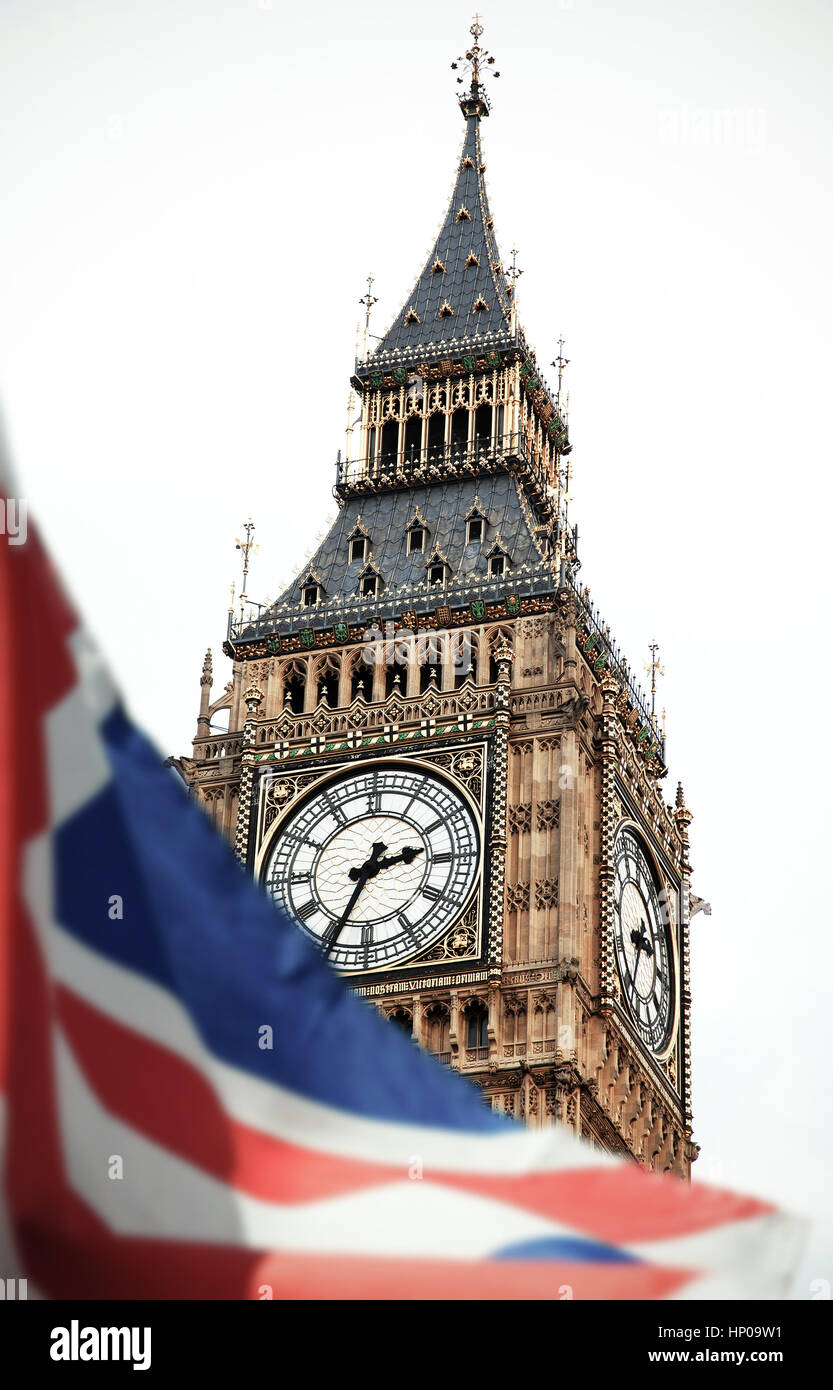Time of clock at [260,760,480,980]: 2:34
